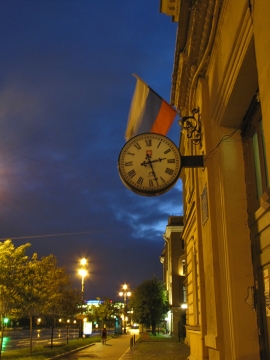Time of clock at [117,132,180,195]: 2:27
